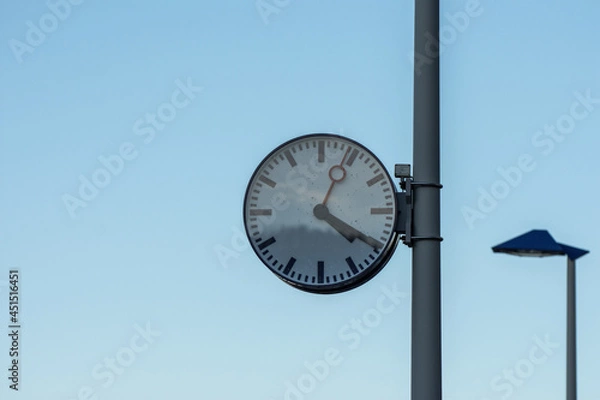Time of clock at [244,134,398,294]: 4:04
